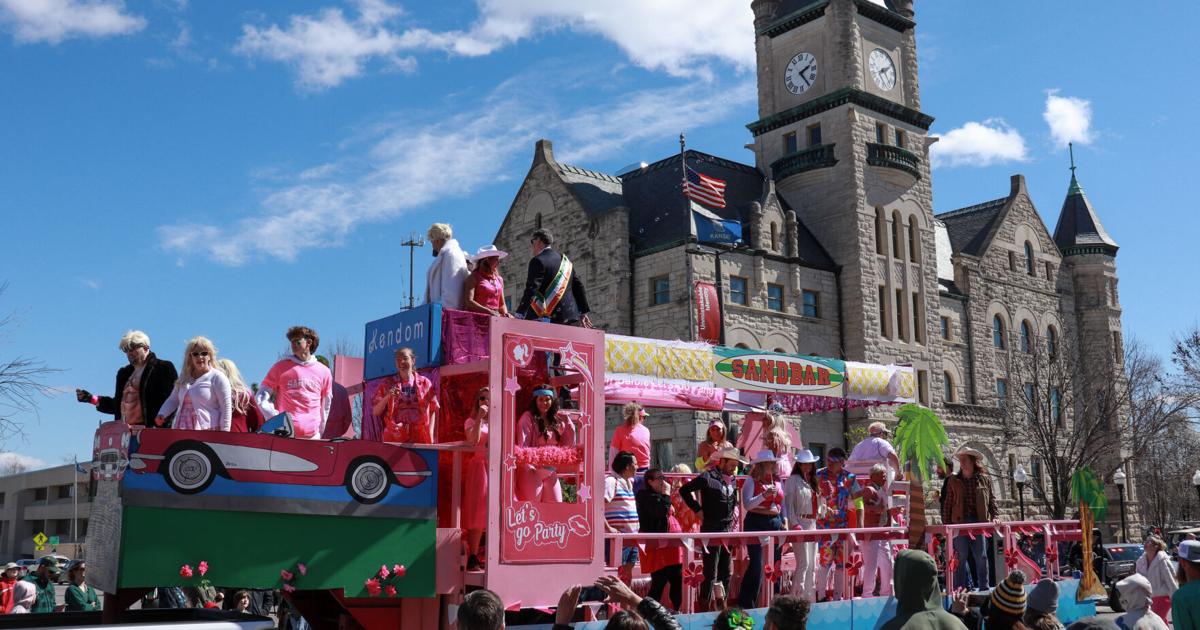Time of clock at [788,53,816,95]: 2:24
